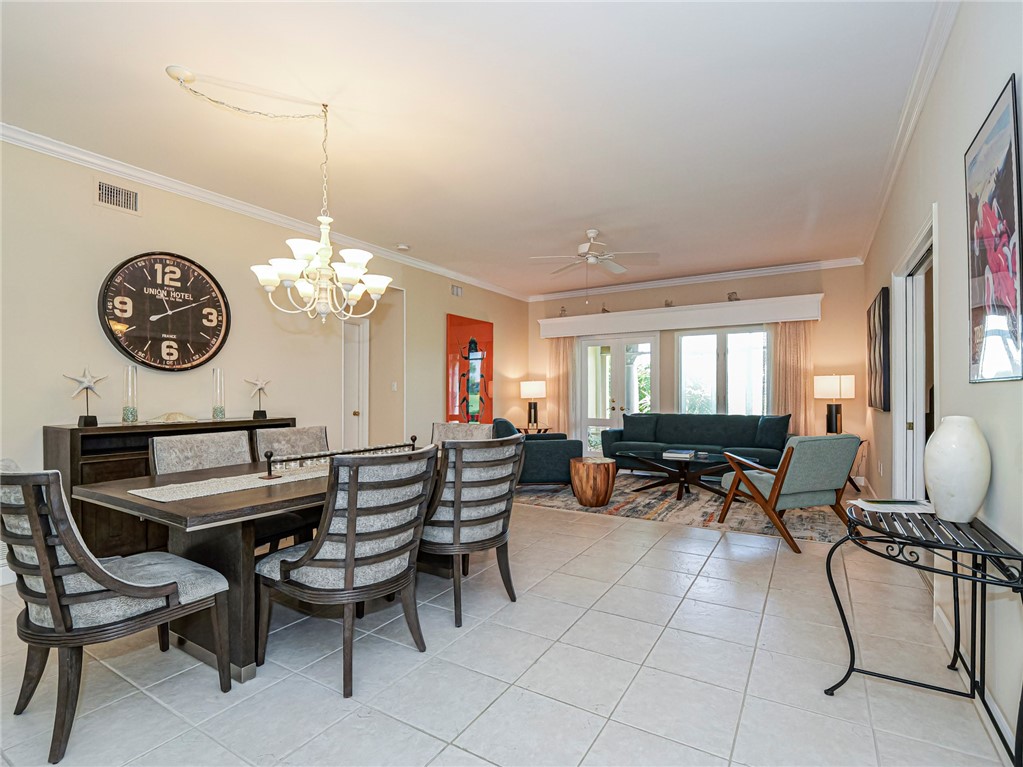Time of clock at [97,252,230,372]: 11:10
